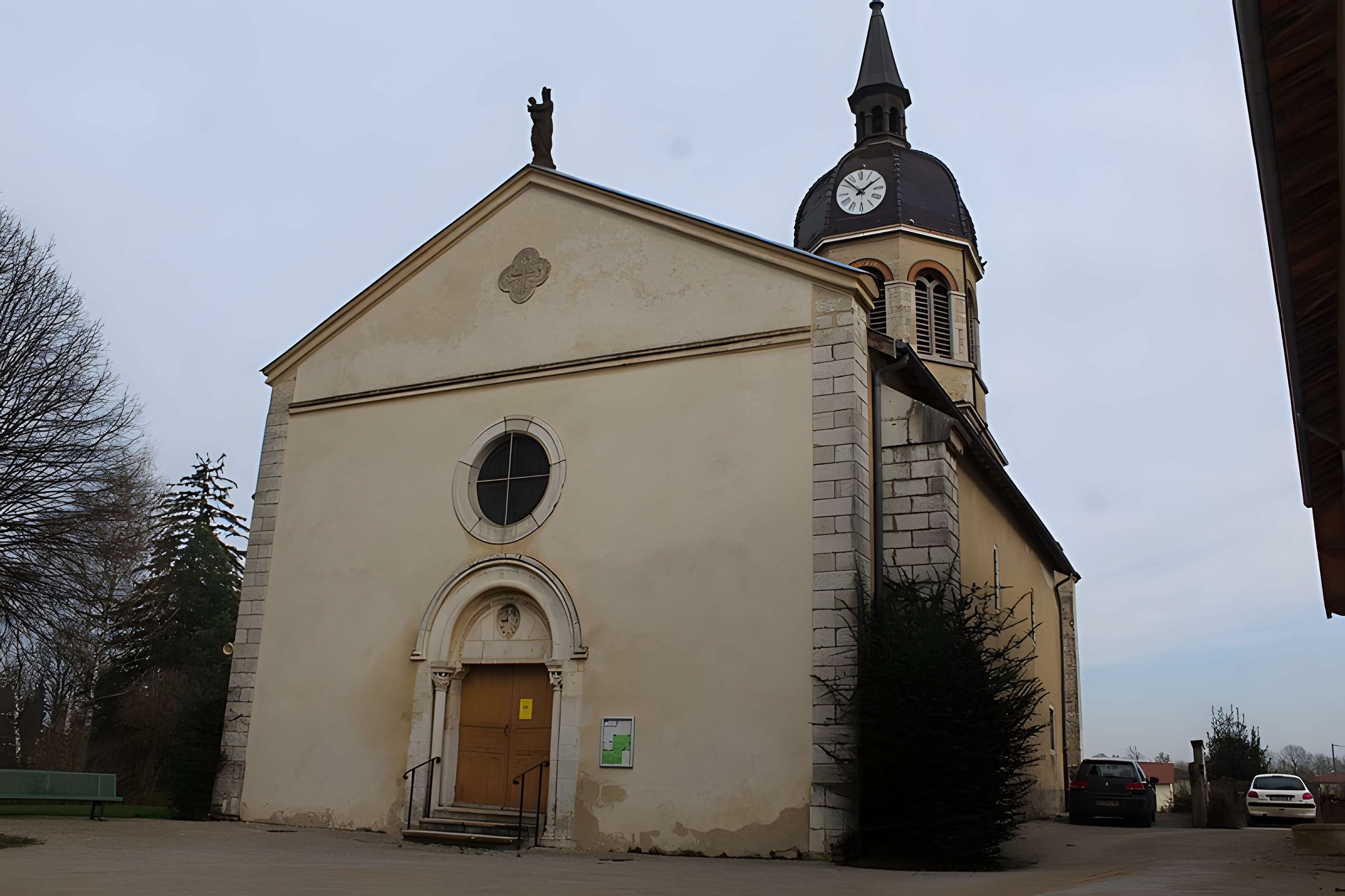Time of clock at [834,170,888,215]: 1:52
